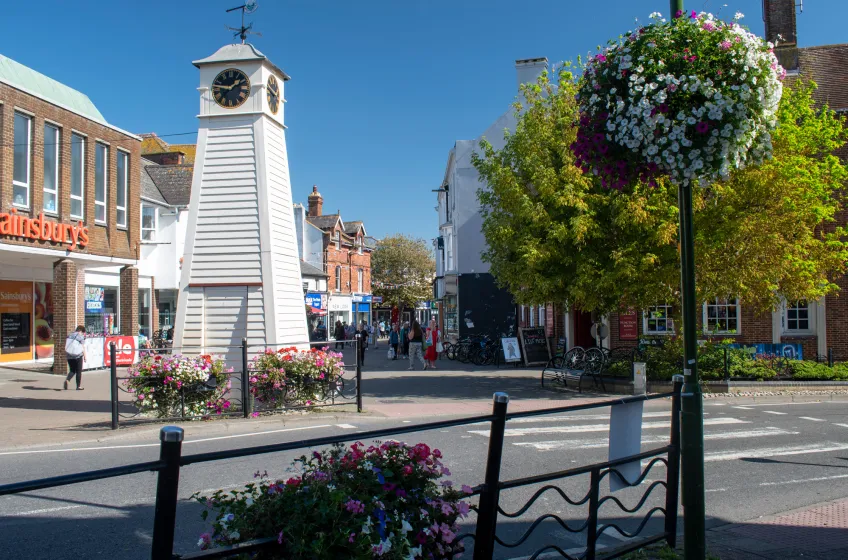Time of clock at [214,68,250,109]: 1:46
